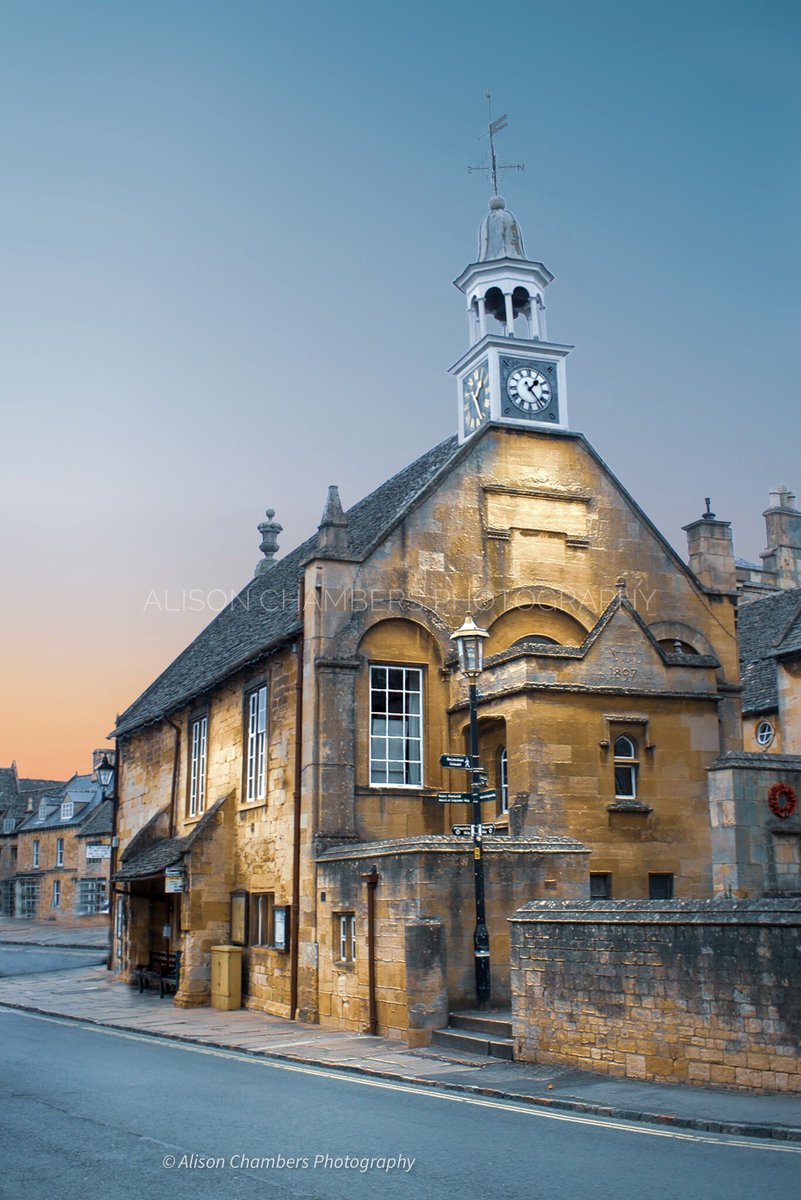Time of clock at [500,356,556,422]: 1:23
